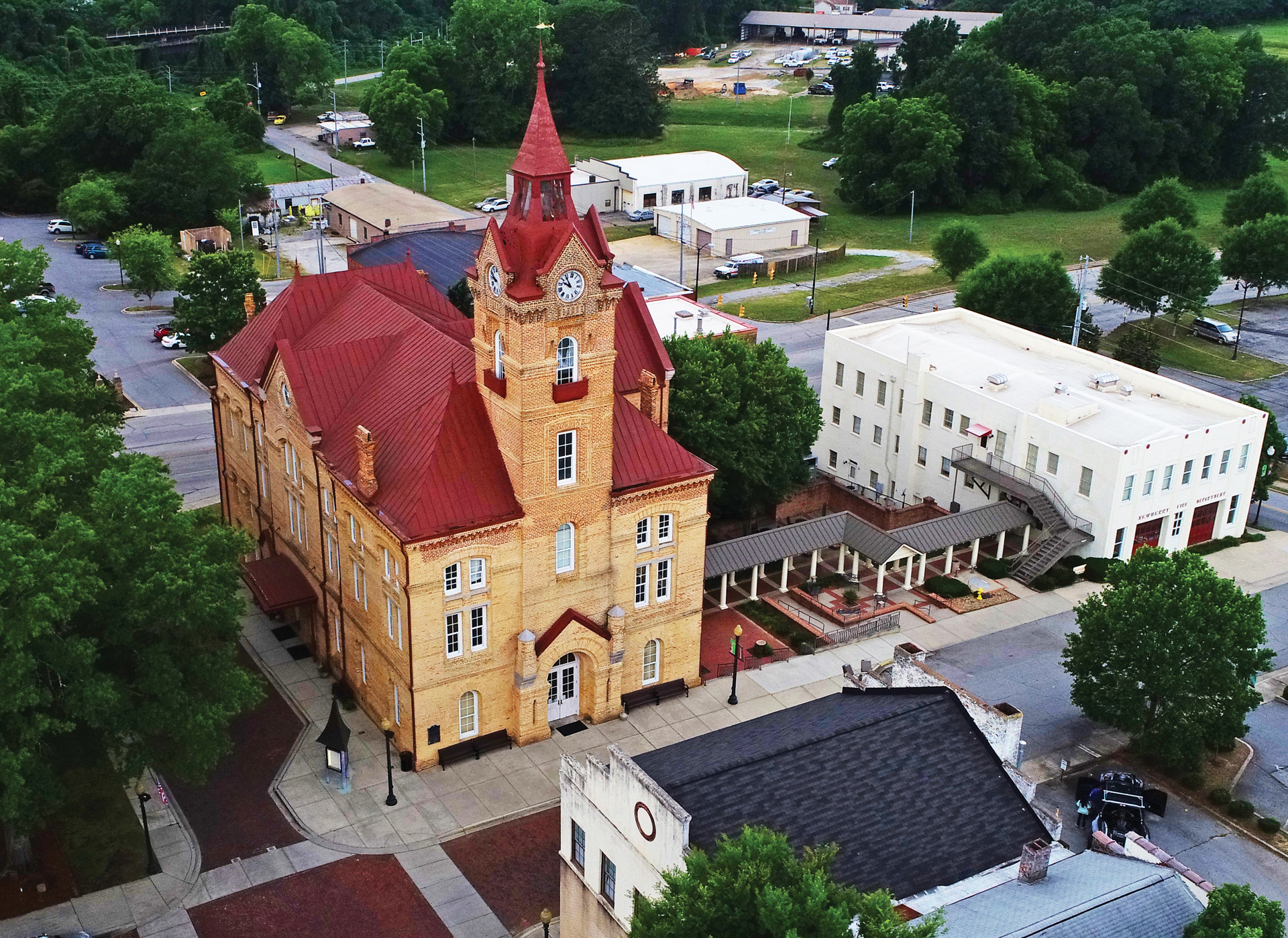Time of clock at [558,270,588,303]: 9:54
